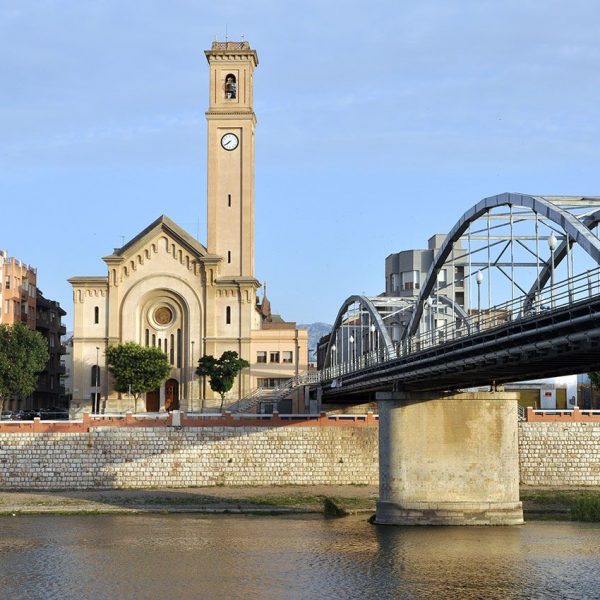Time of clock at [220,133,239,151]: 7:39
